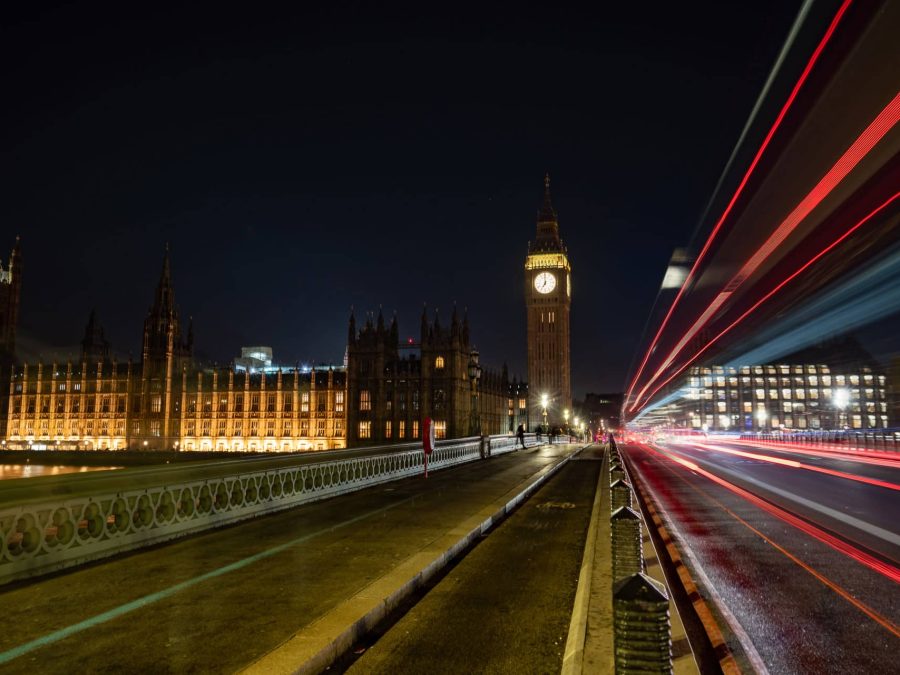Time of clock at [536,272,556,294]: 7:00
